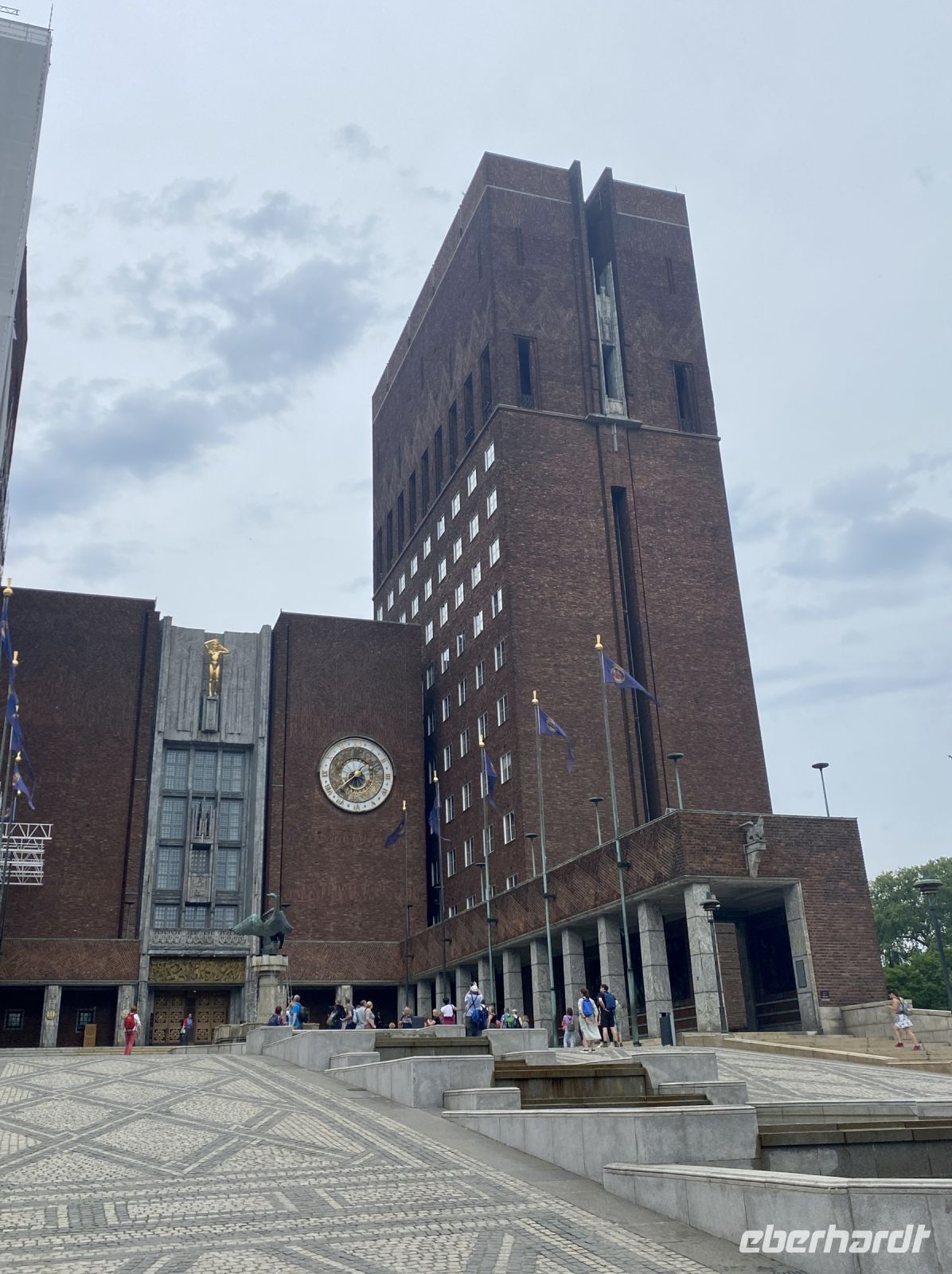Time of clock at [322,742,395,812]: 7:37
